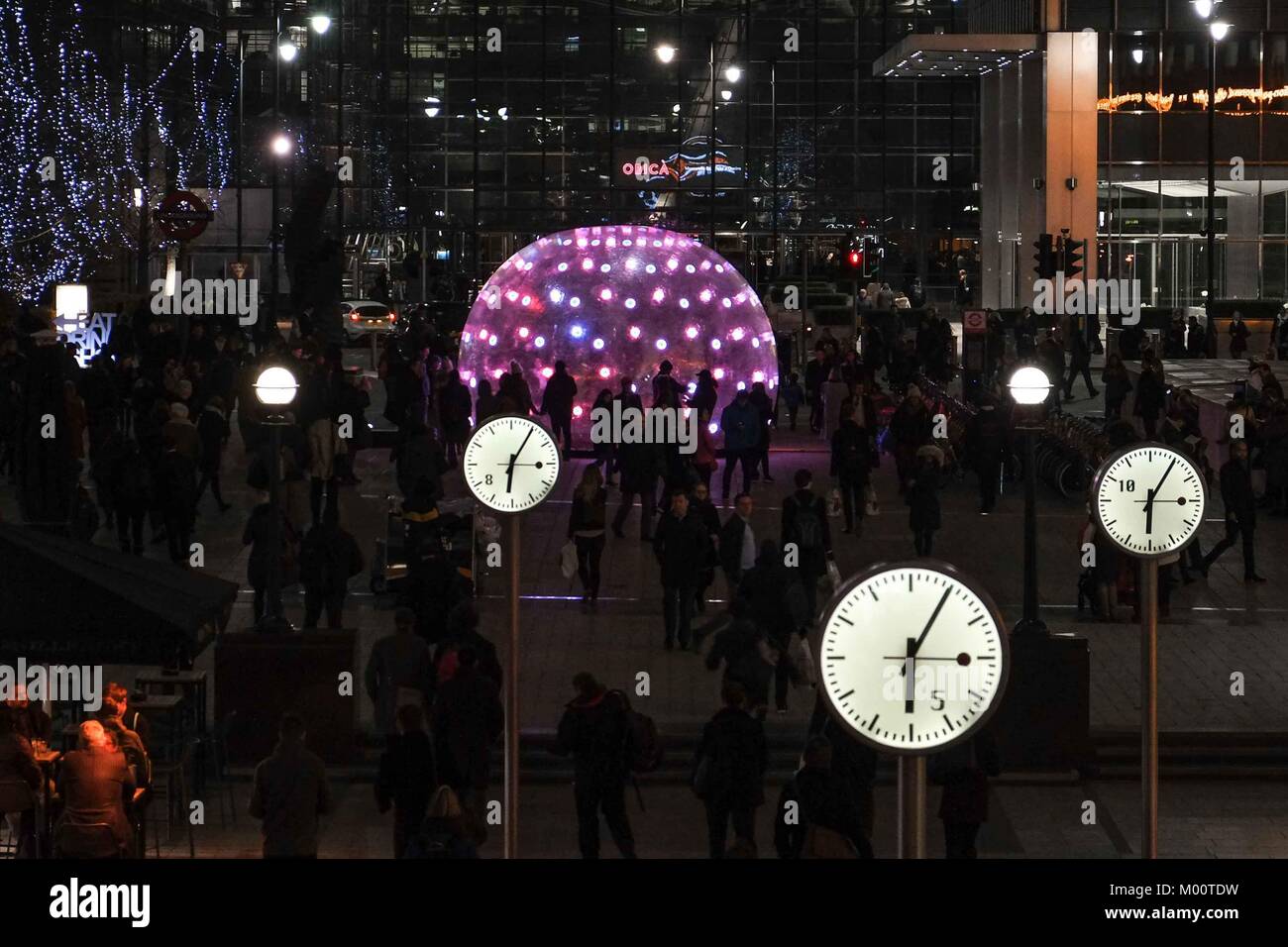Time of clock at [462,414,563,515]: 6:05
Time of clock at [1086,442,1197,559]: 6:05
